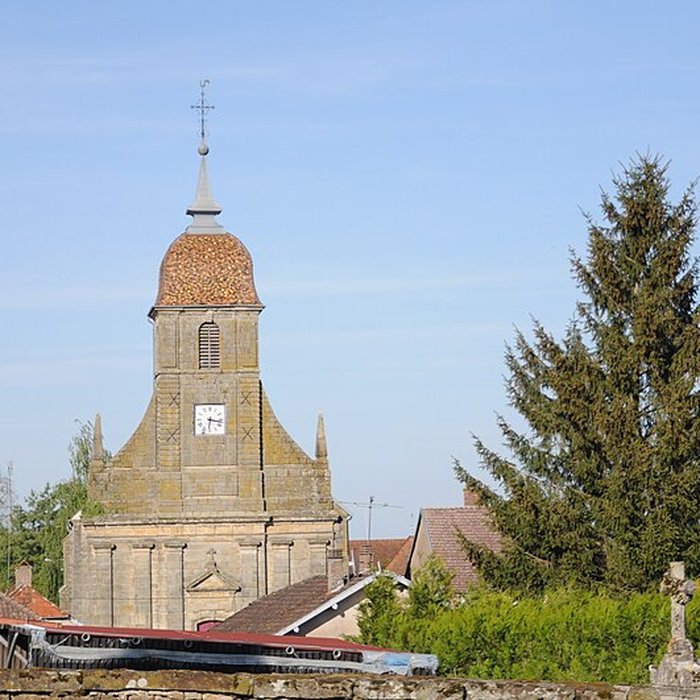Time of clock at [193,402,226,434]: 6:17
